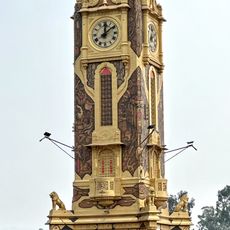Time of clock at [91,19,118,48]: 12:09
